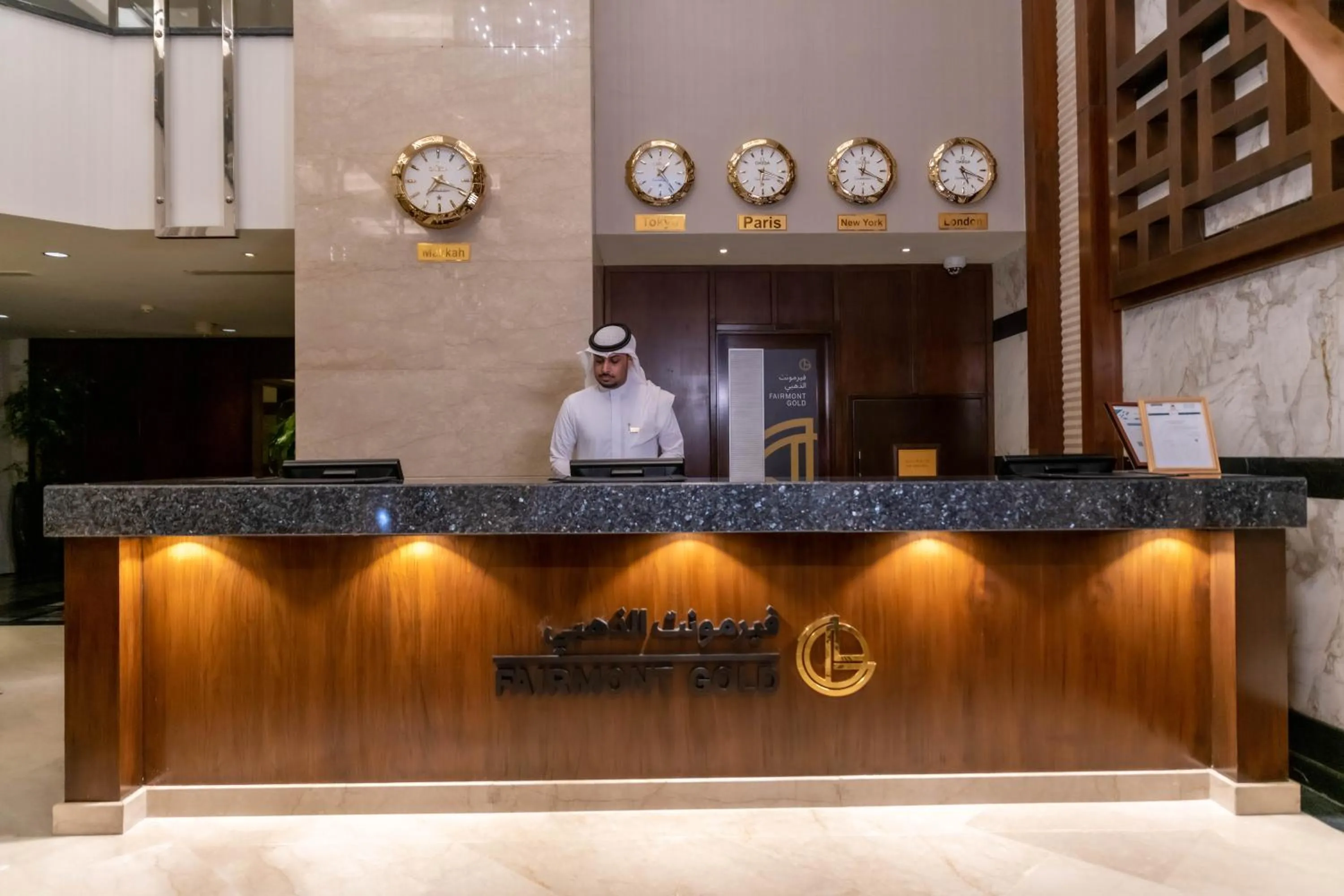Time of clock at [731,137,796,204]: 6:18
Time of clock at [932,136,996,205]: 5:18
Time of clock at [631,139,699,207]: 1:23
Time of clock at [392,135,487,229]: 7:18
